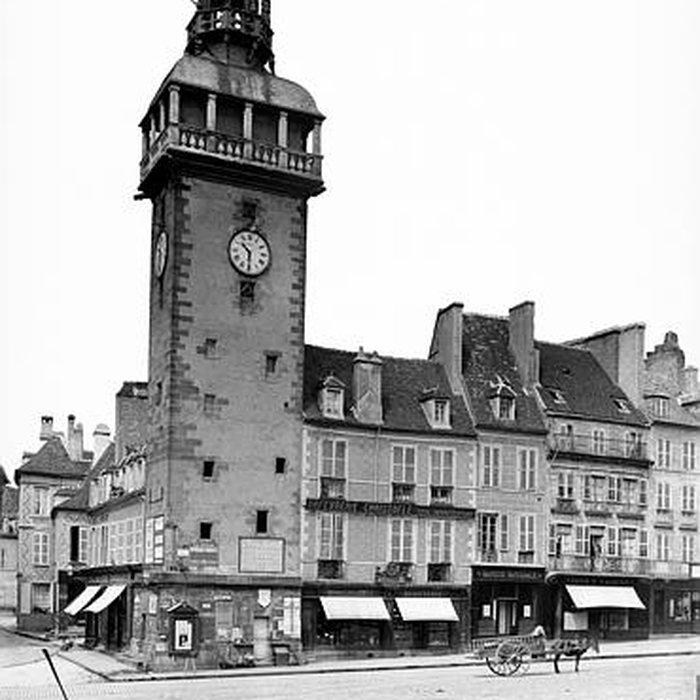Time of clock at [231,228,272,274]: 10:30
